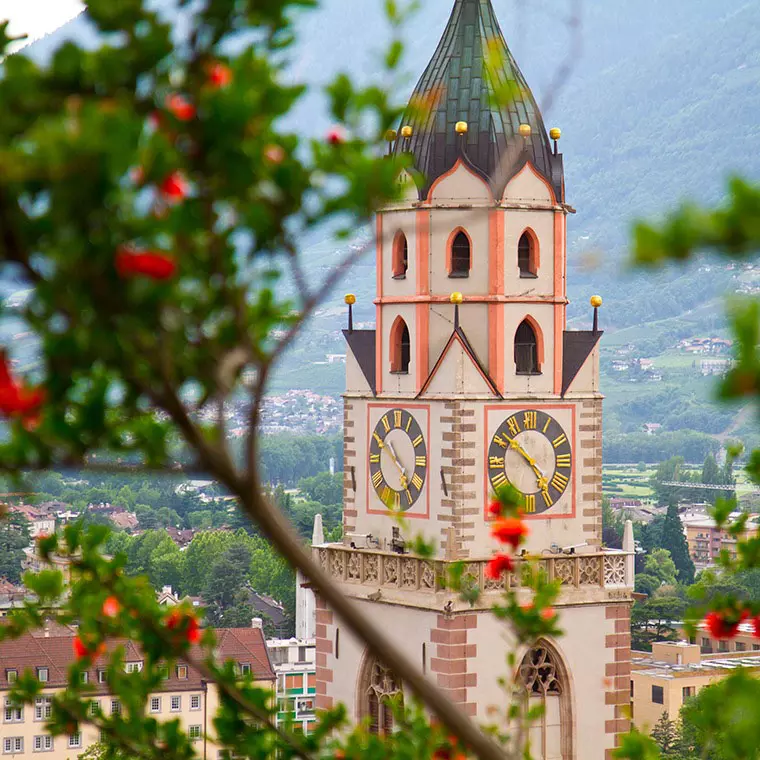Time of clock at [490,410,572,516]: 4:51
